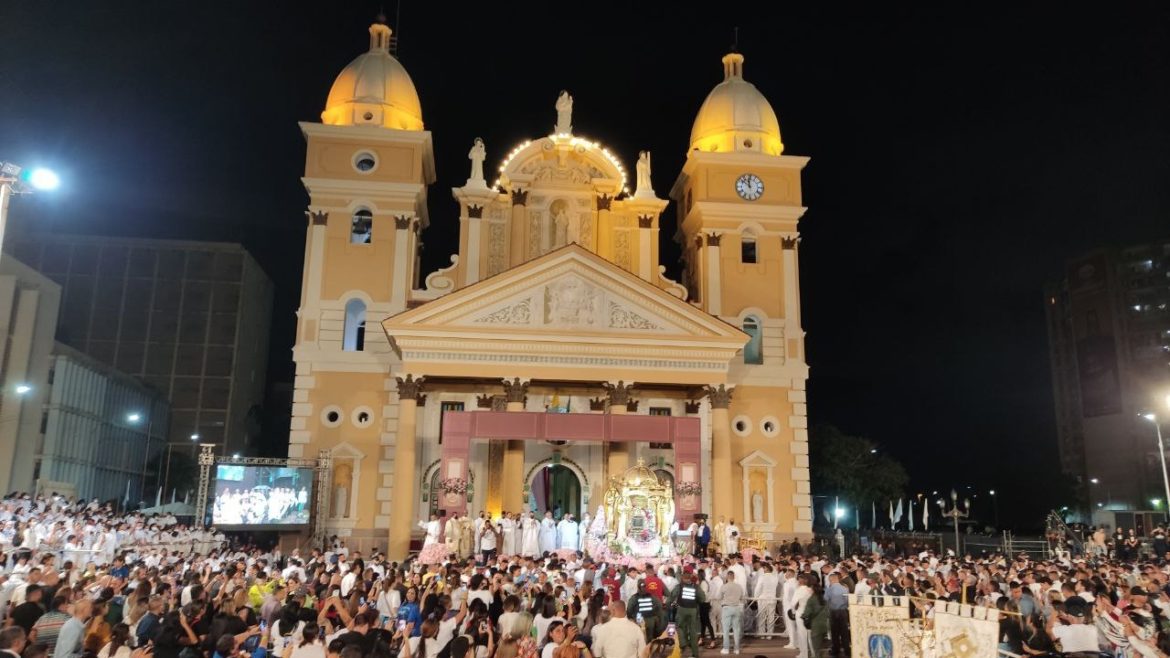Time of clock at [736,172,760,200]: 11:51
